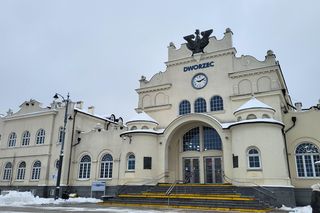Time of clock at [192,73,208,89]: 9:11
